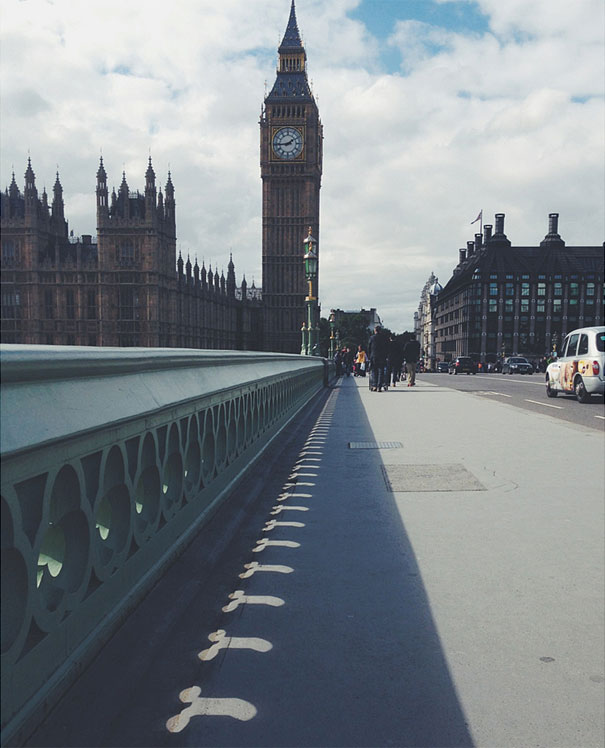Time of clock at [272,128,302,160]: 1:44
